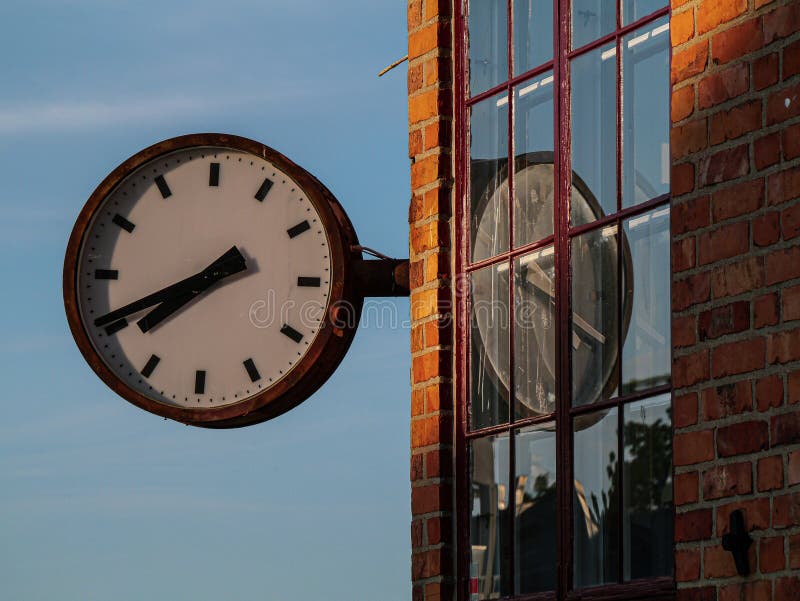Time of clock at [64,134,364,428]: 7:40
